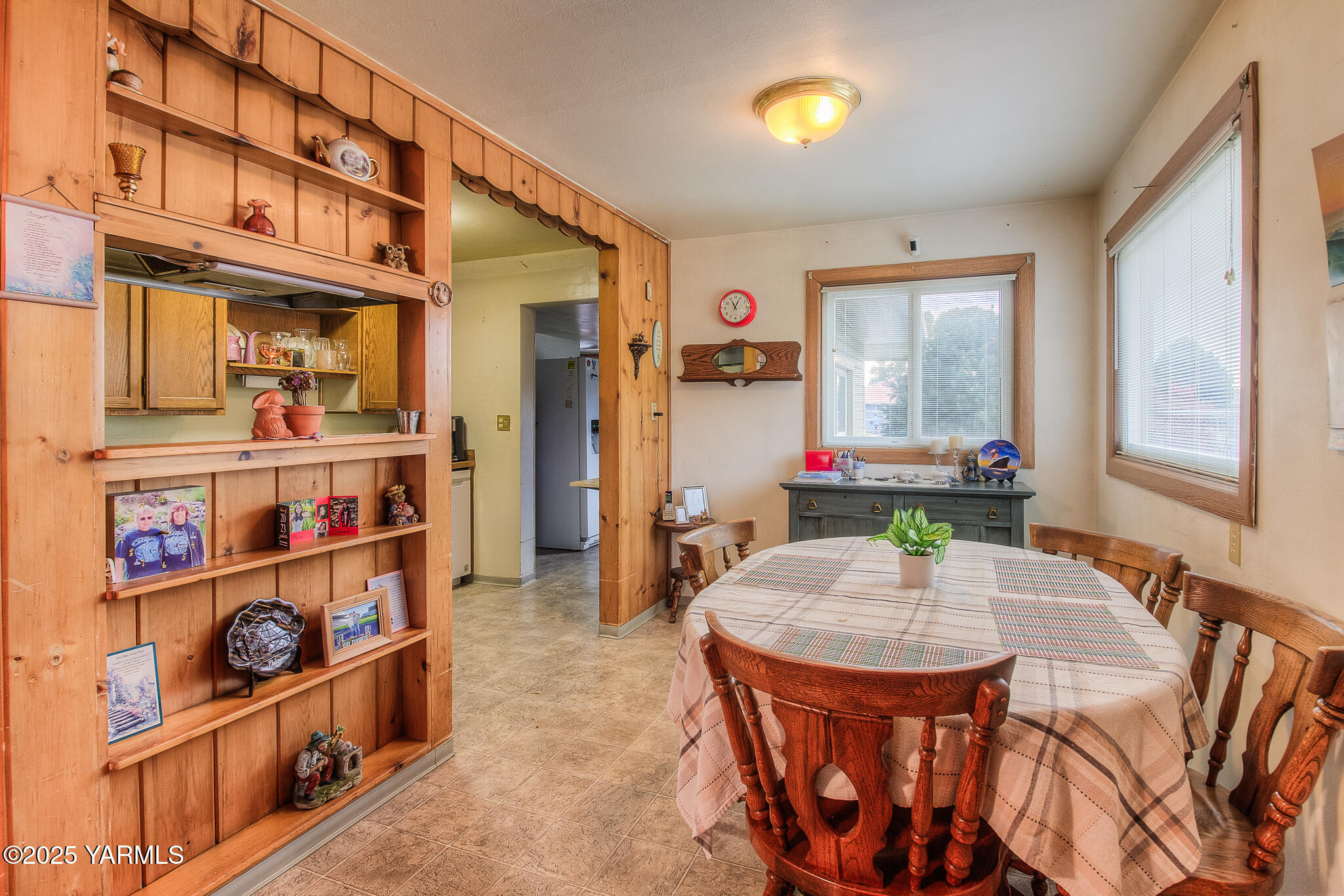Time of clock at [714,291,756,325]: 11:04
